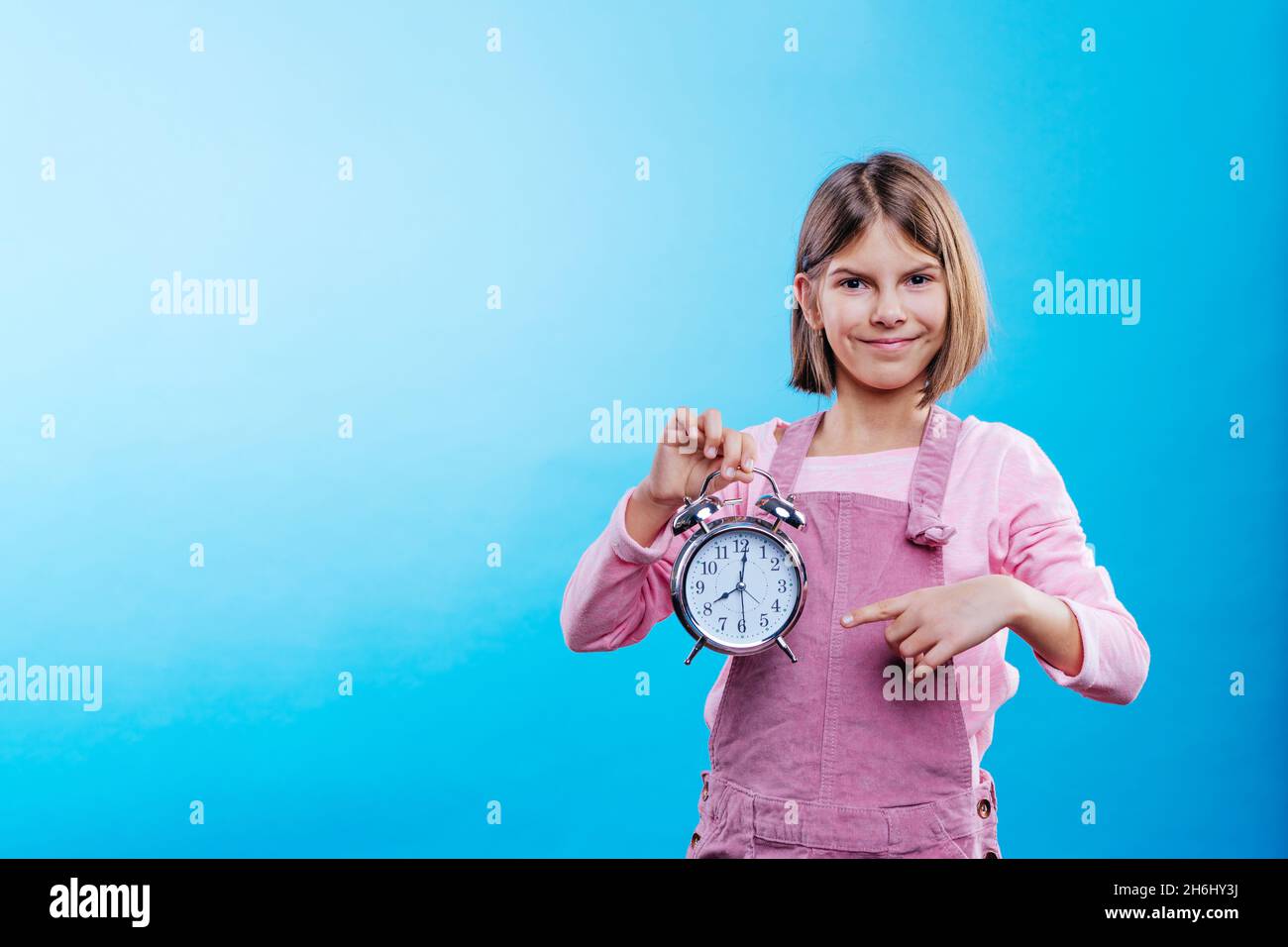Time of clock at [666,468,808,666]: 8:01
